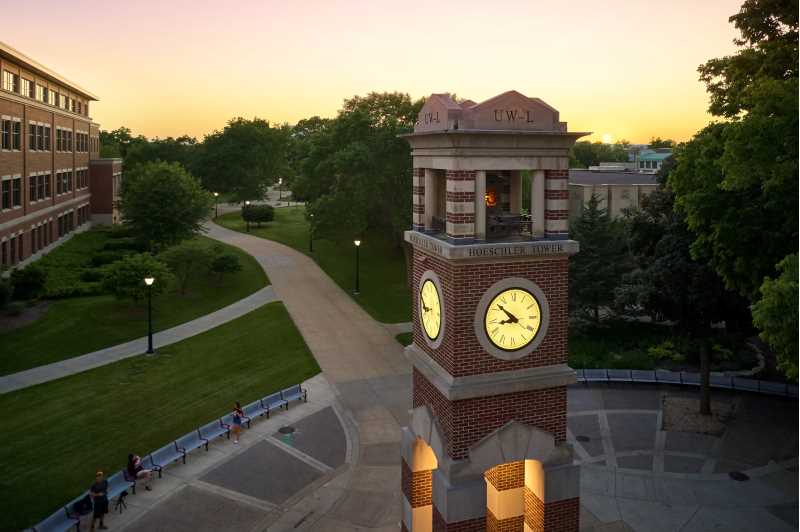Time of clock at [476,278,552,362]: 8:52
